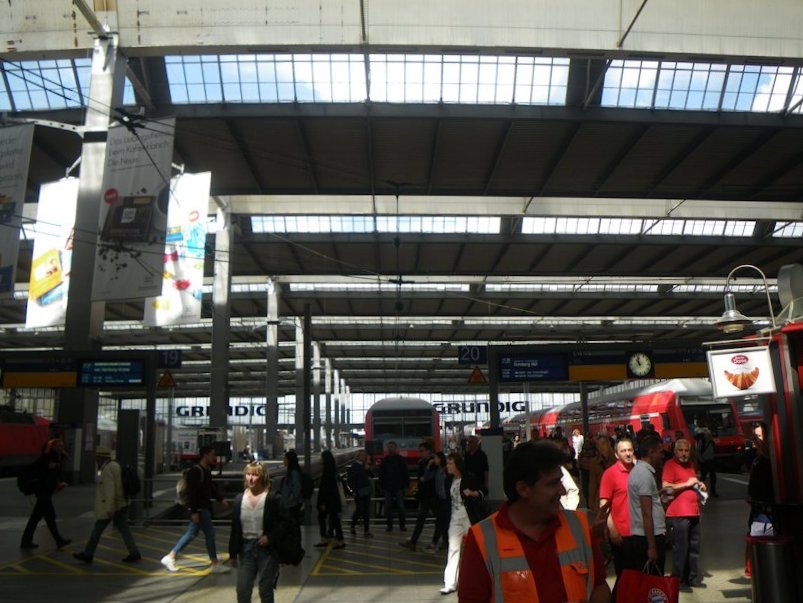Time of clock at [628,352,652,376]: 10:58
